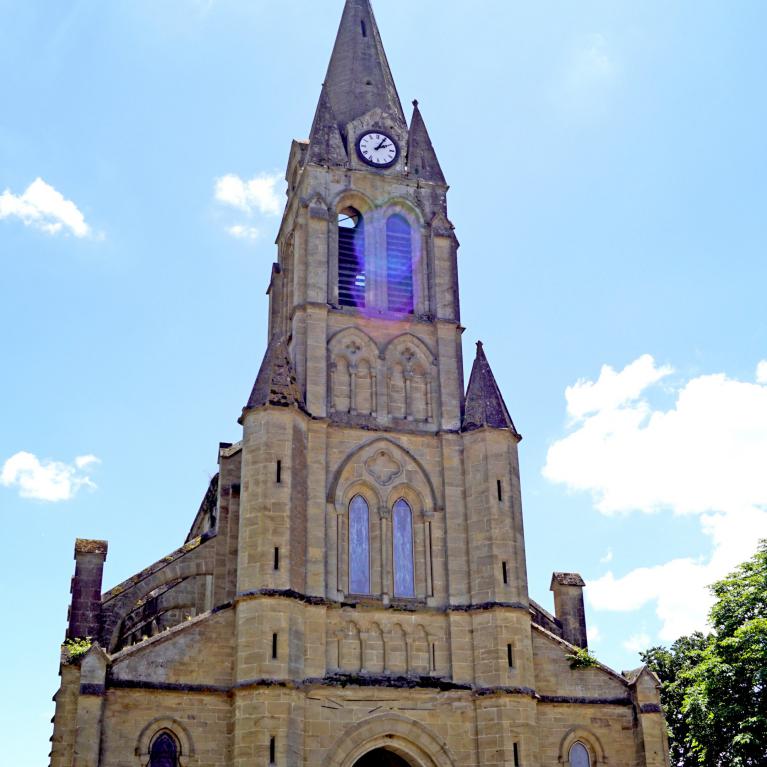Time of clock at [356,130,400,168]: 2:05
